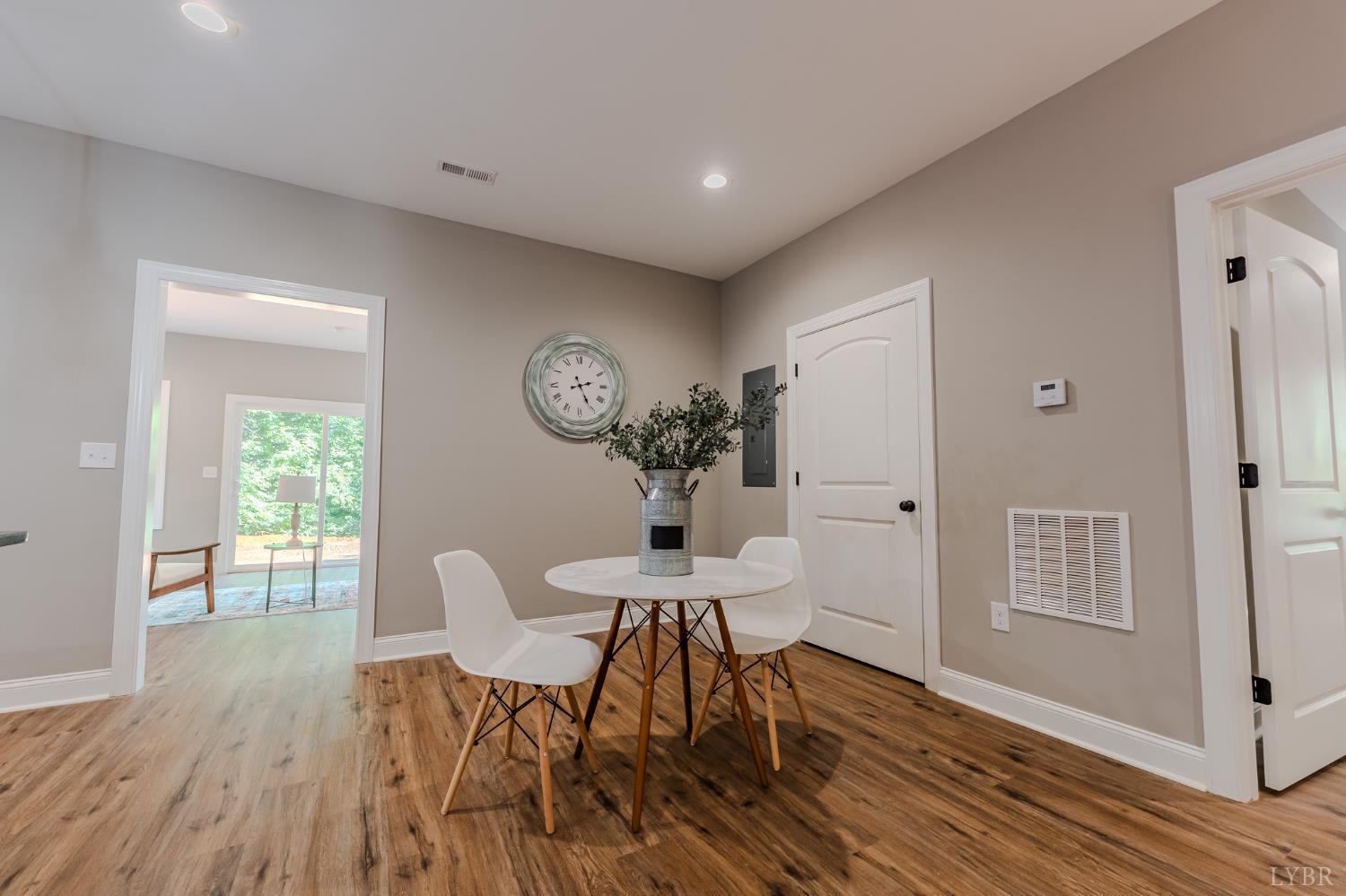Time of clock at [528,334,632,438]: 2:25
